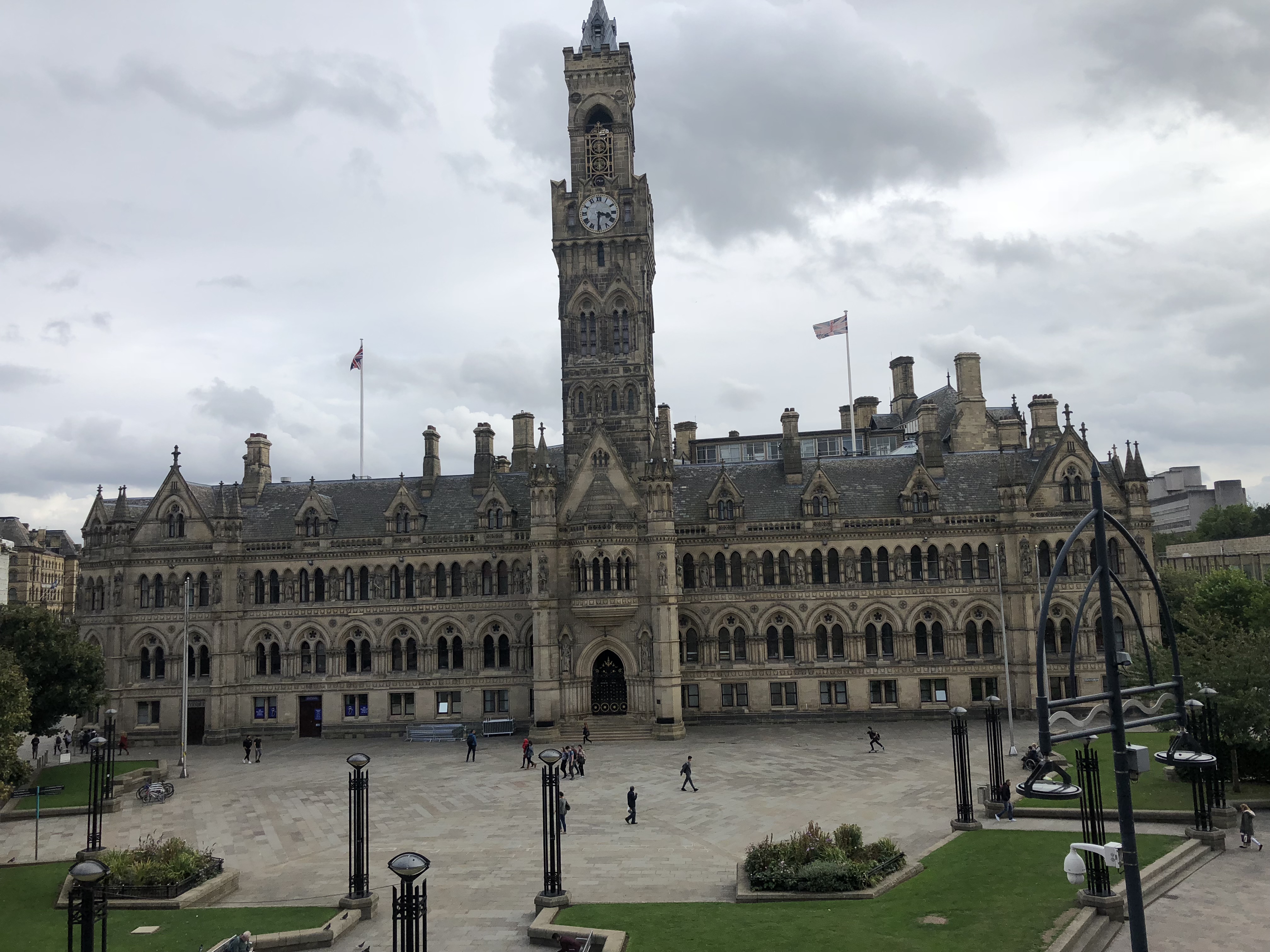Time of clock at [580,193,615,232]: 3:30
